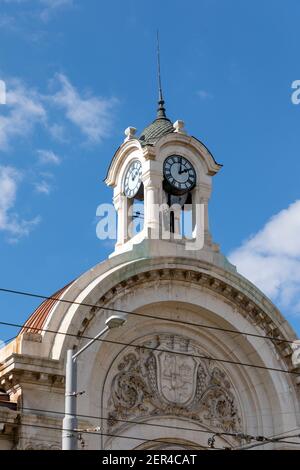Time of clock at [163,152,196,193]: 2:01
